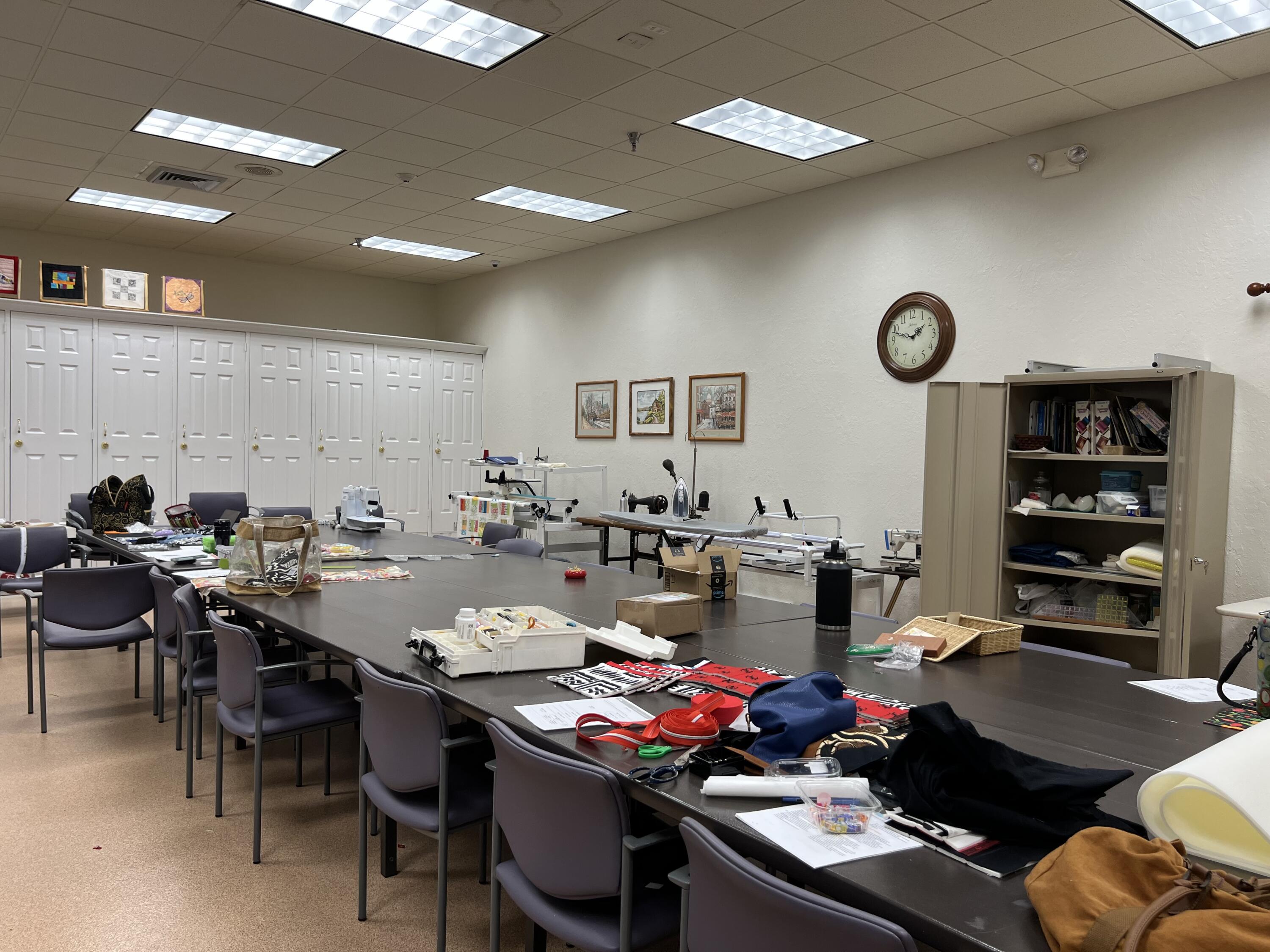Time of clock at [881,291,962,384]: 1:47
